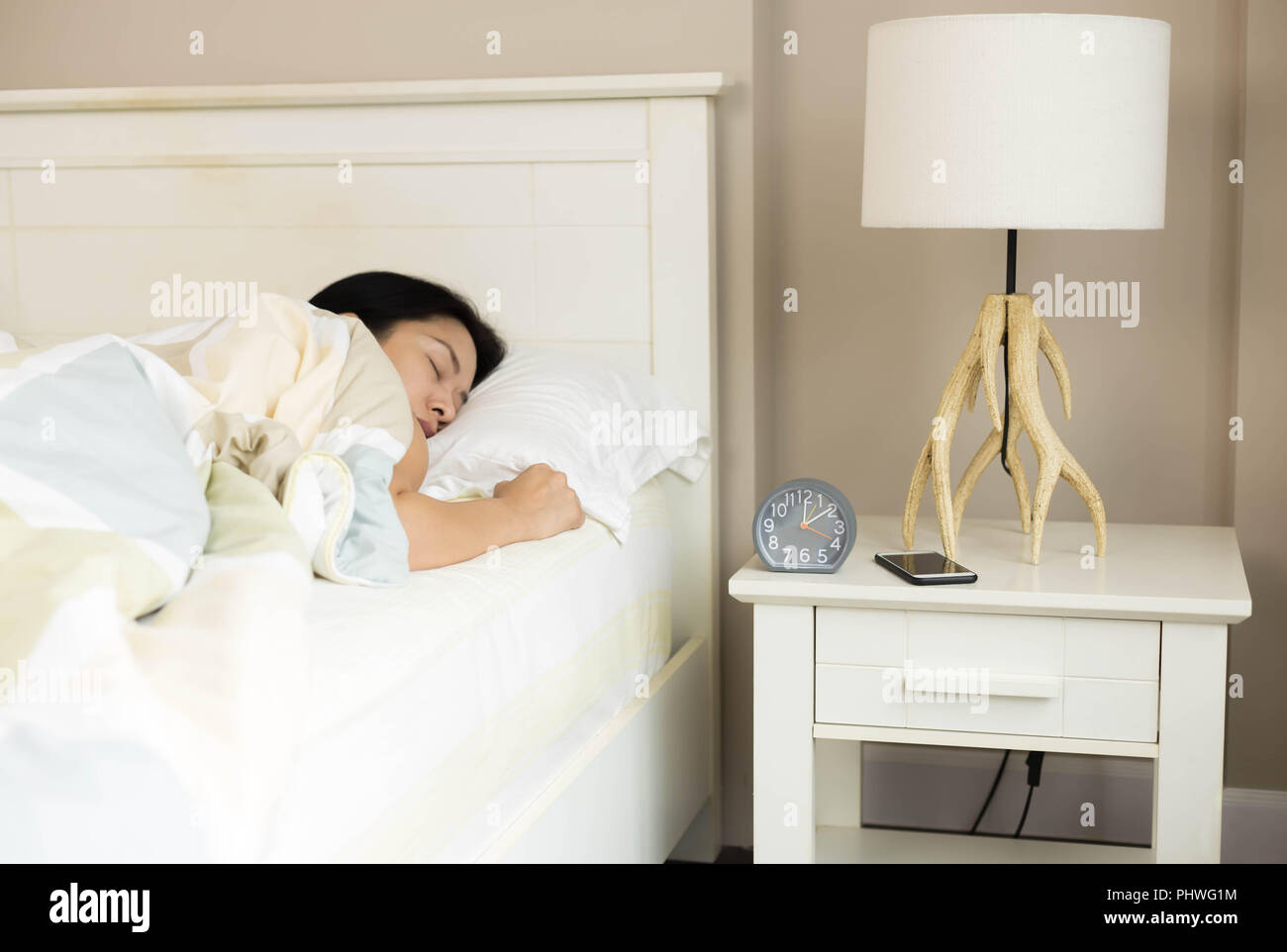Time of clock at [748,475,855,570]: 12:09
